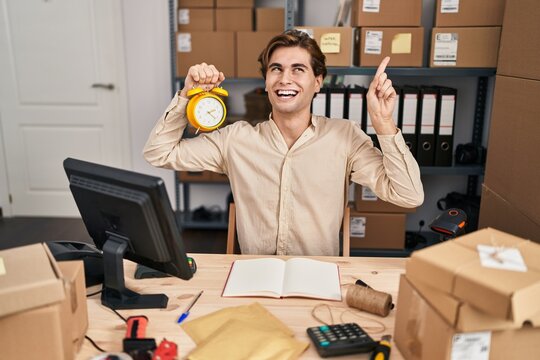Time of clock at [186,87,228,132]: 2:21
